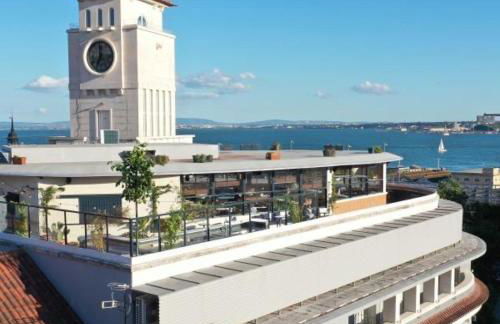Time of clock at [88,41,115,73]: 7:00
